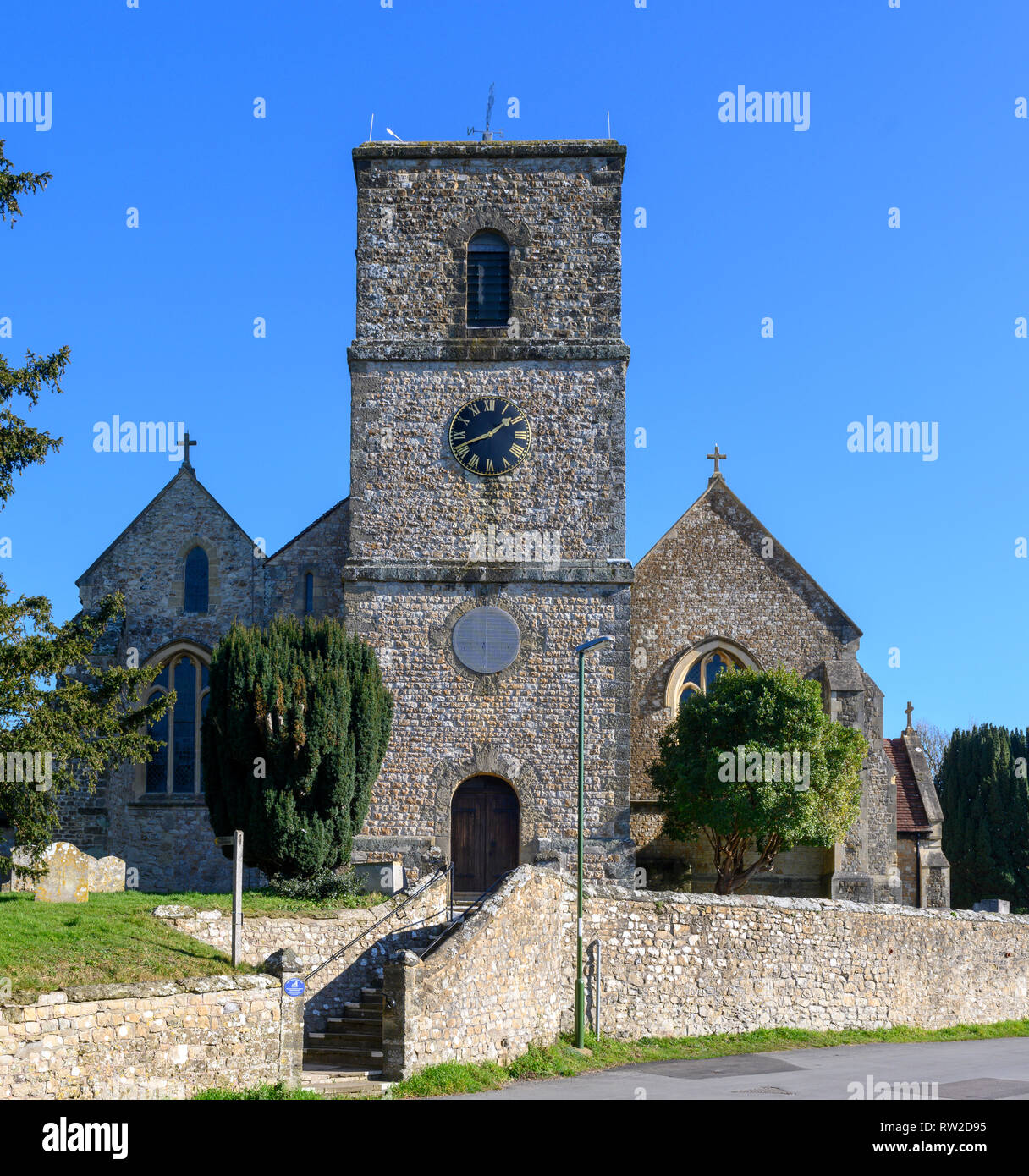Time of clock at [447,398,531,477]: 1:41
